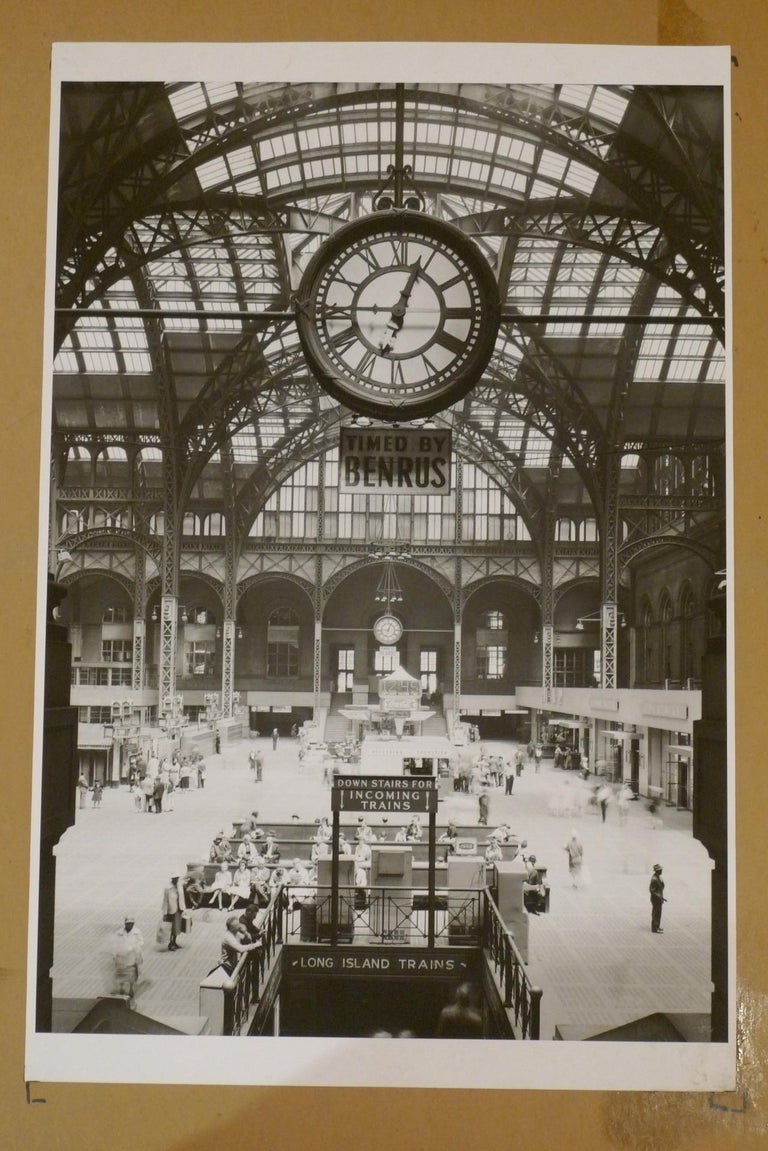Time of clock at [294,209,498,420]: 12:45
